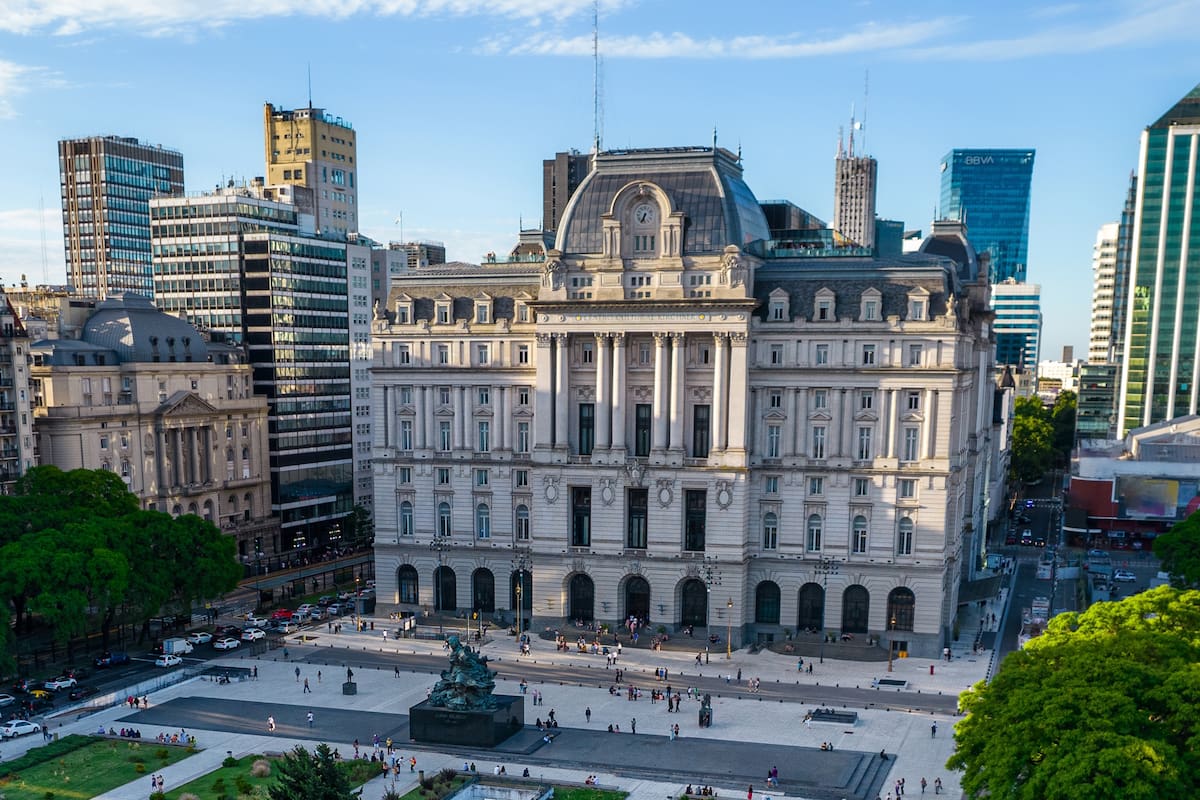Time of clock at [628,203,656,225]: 6:34
